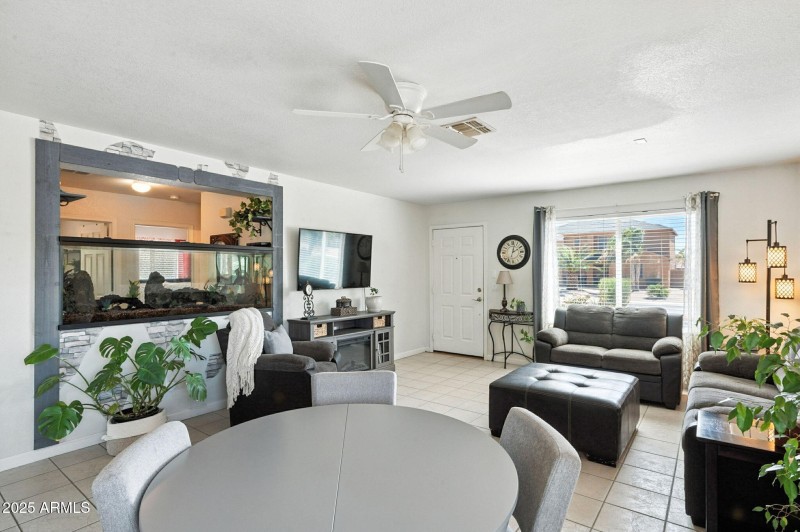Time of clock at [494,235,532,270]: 2:01
